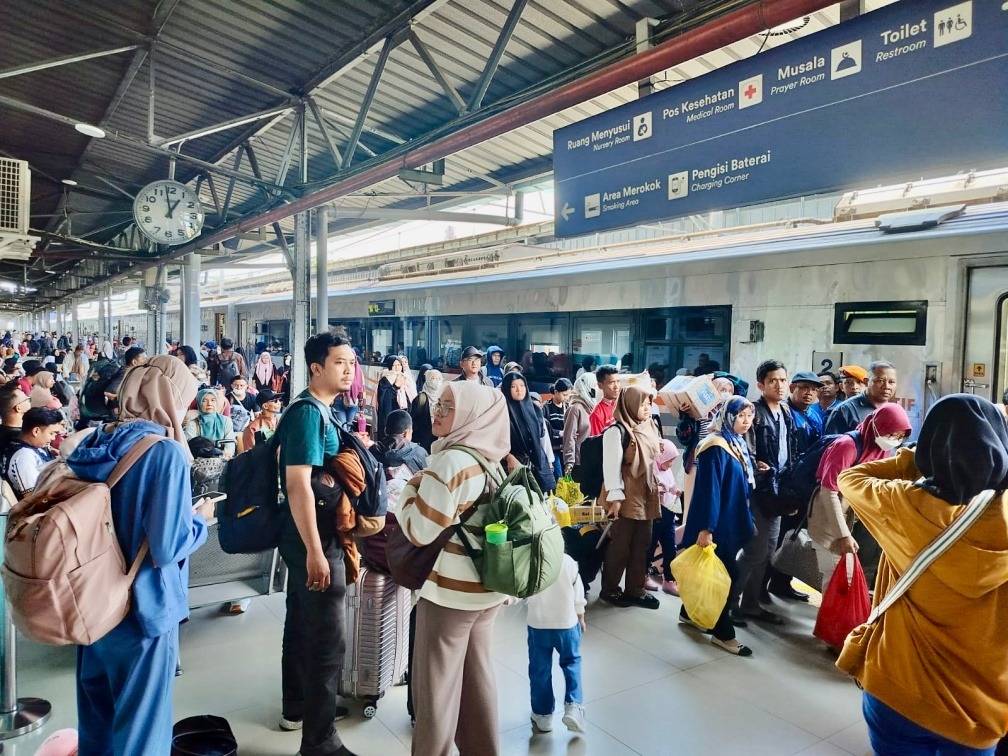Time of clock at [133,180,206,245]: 12:58
